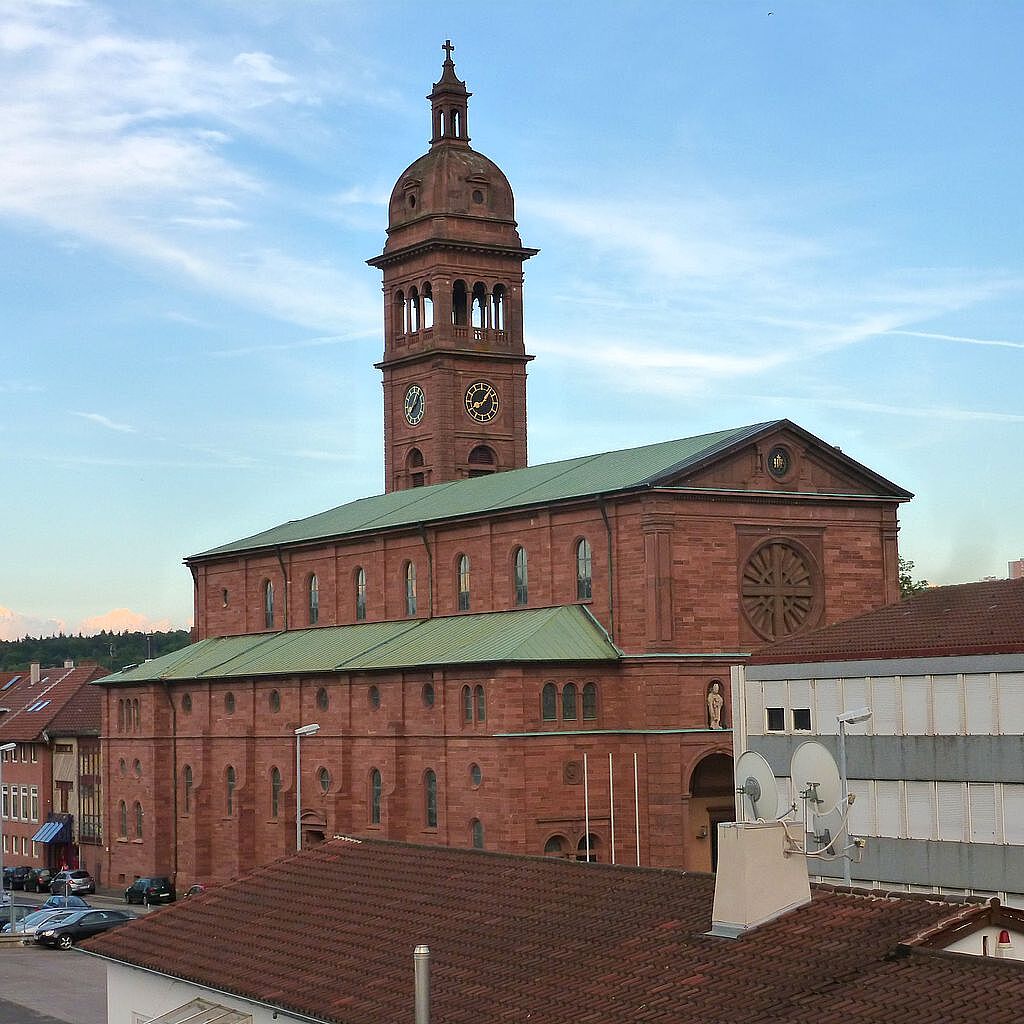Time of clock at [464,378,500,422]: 8:06
